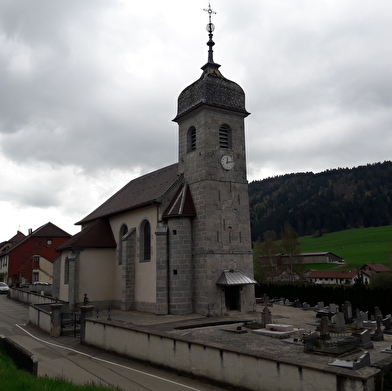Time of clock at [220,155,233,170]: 12:12
